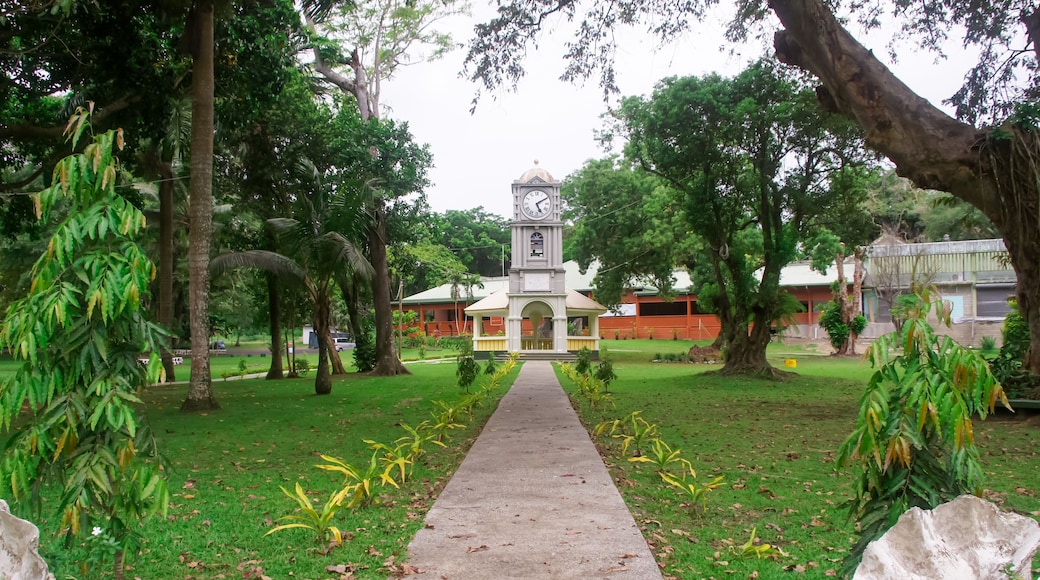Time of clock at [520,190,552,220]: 5:09
